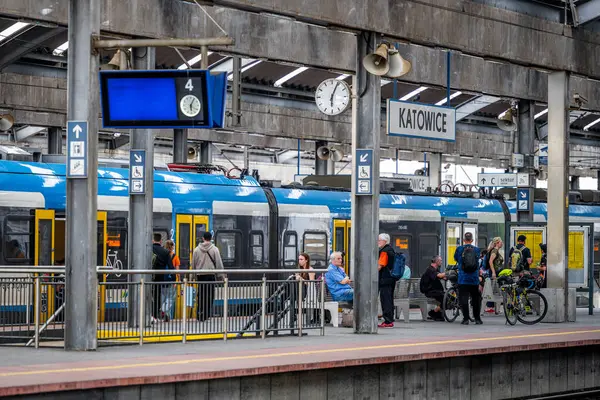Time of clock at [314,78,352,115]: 6:03
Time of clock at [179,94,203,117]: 6:04
